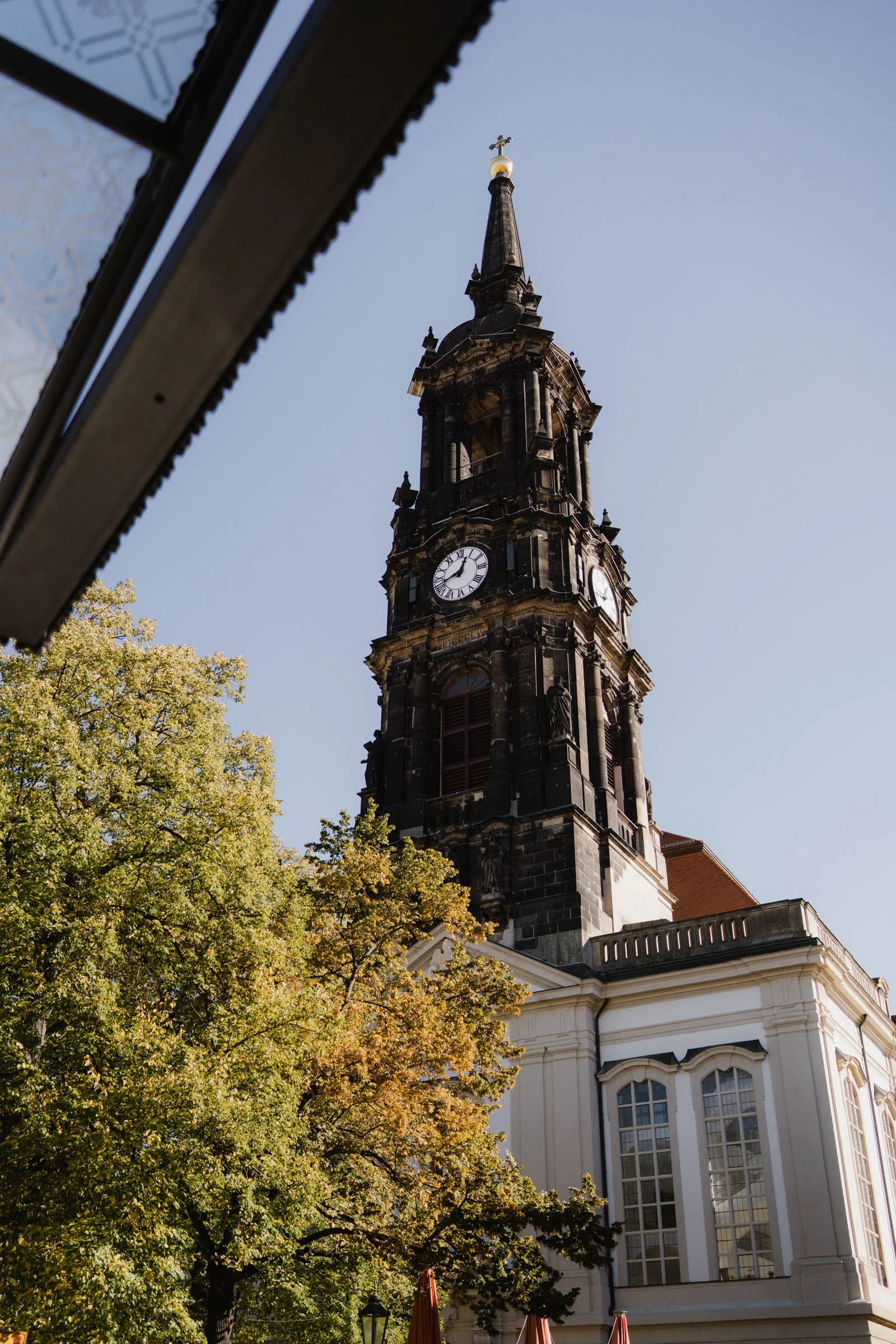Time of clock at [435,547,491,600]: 12:42
